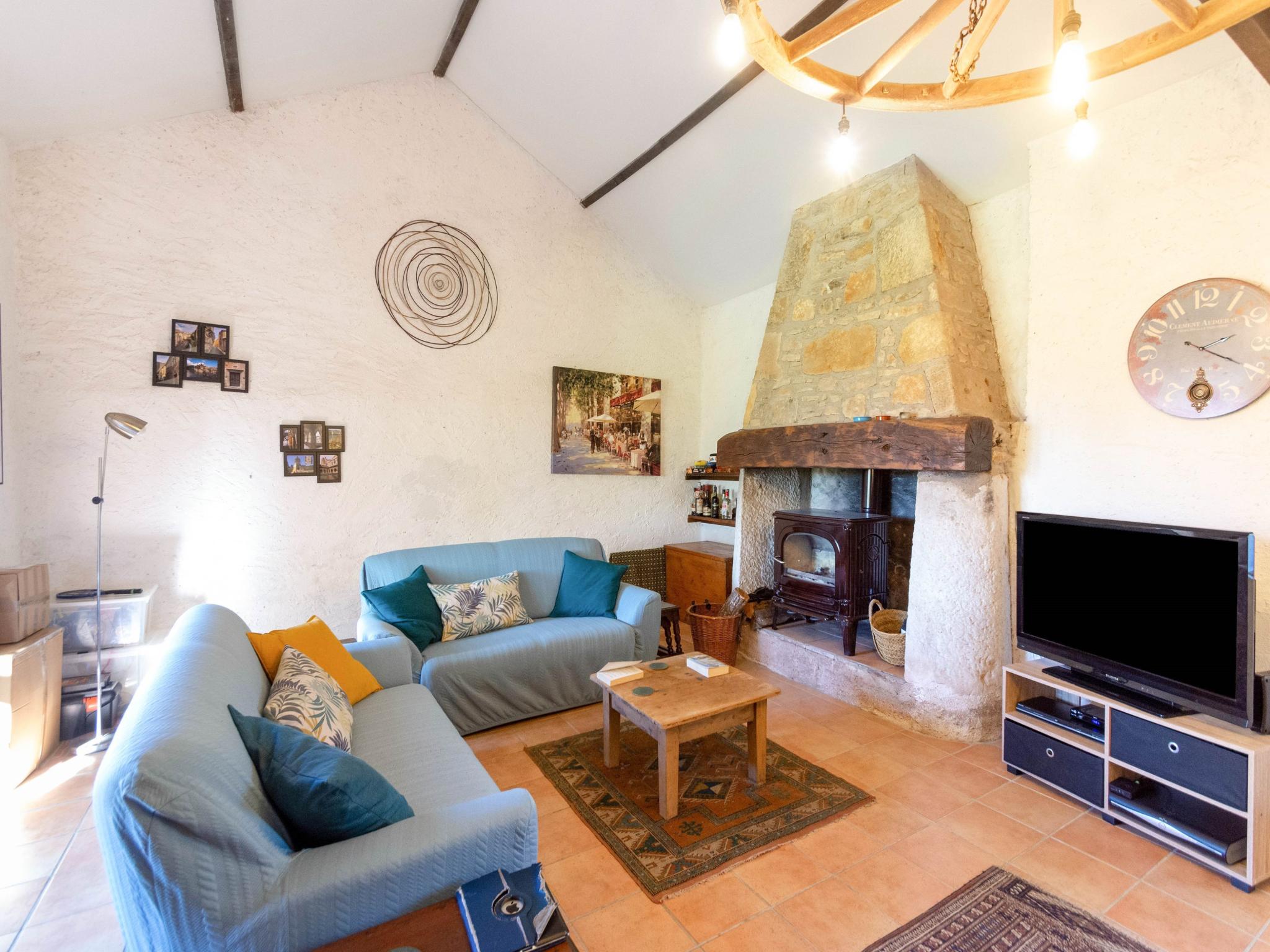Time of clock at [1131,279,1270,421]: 2:20
